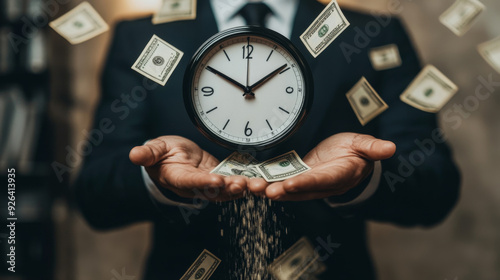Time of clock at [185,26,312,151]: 1:50
